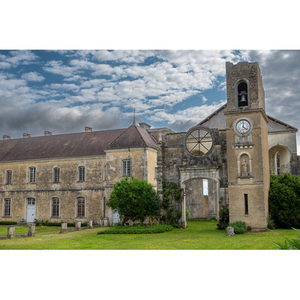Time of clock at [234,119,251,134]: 12:21
